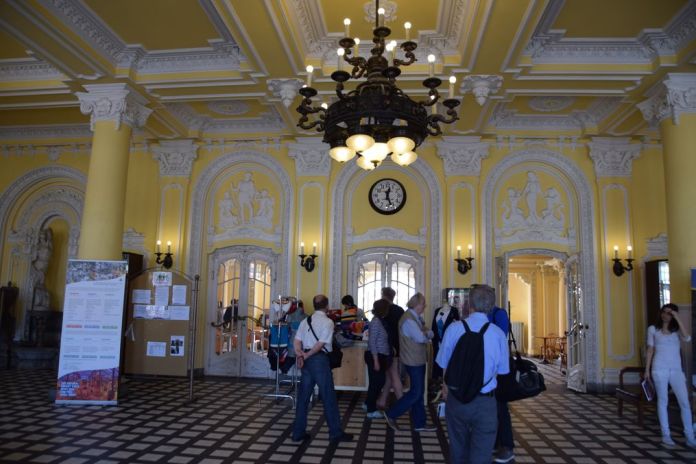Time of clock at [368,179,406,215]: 12:26
